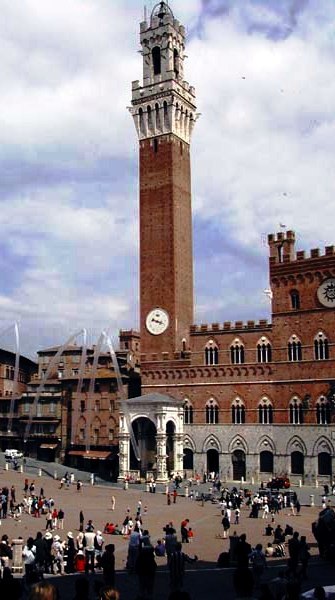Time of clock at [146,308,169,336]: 9:18
